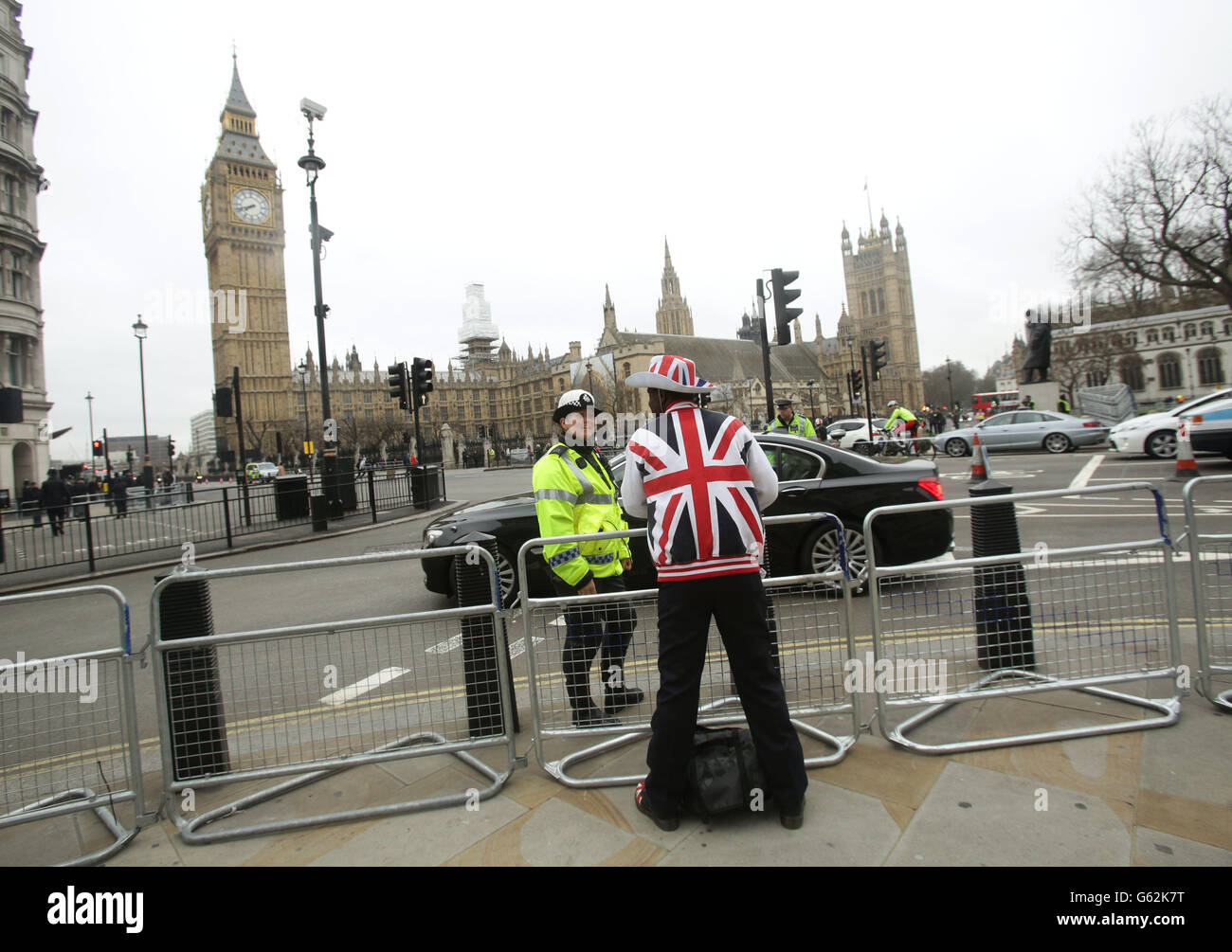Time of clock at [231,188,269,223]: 7:41
